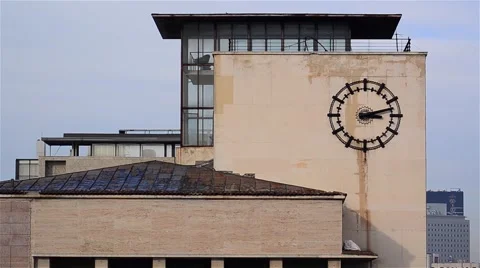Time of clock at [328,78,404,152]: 3:12
